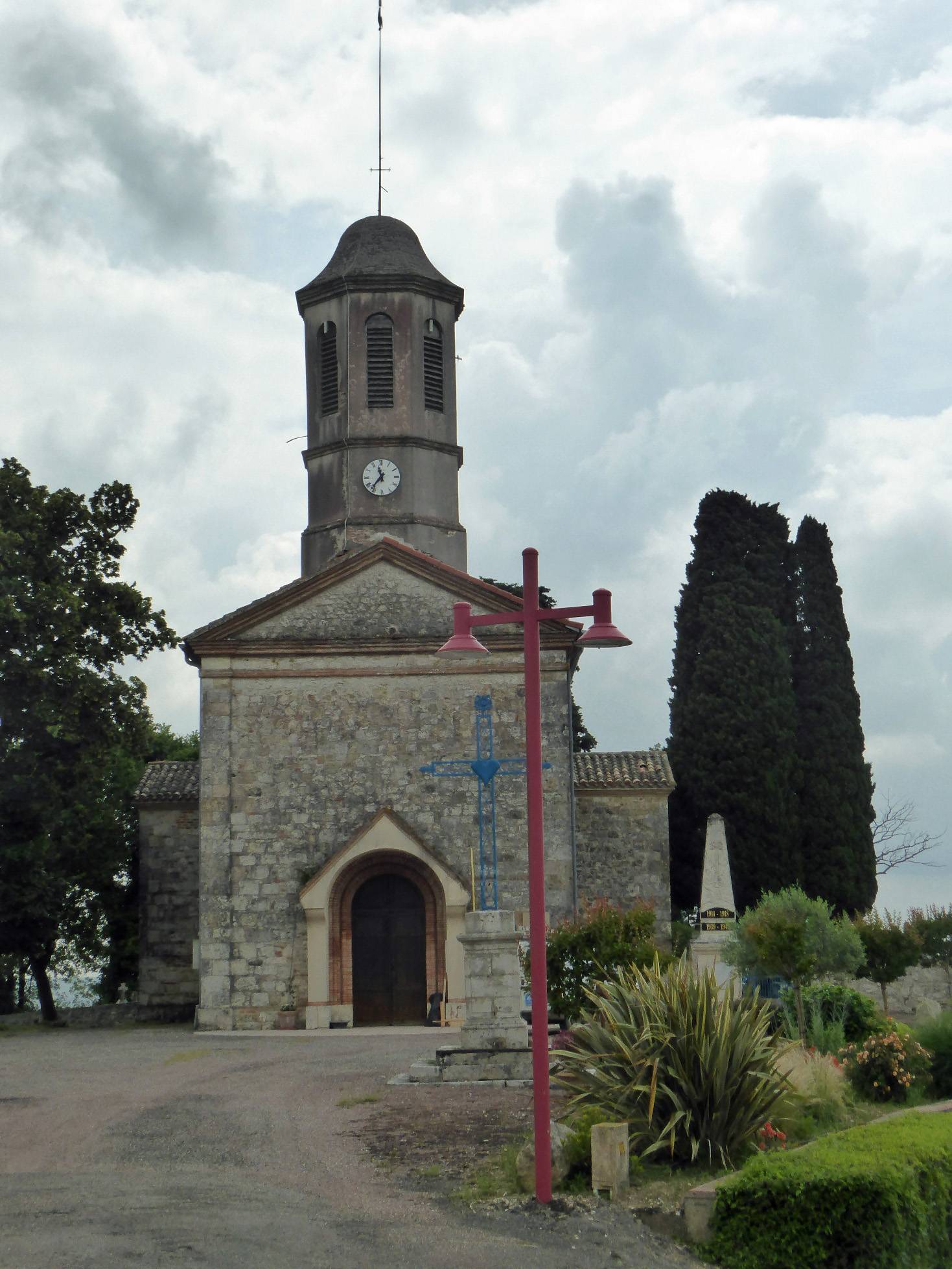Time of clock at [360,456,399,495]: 11:36
